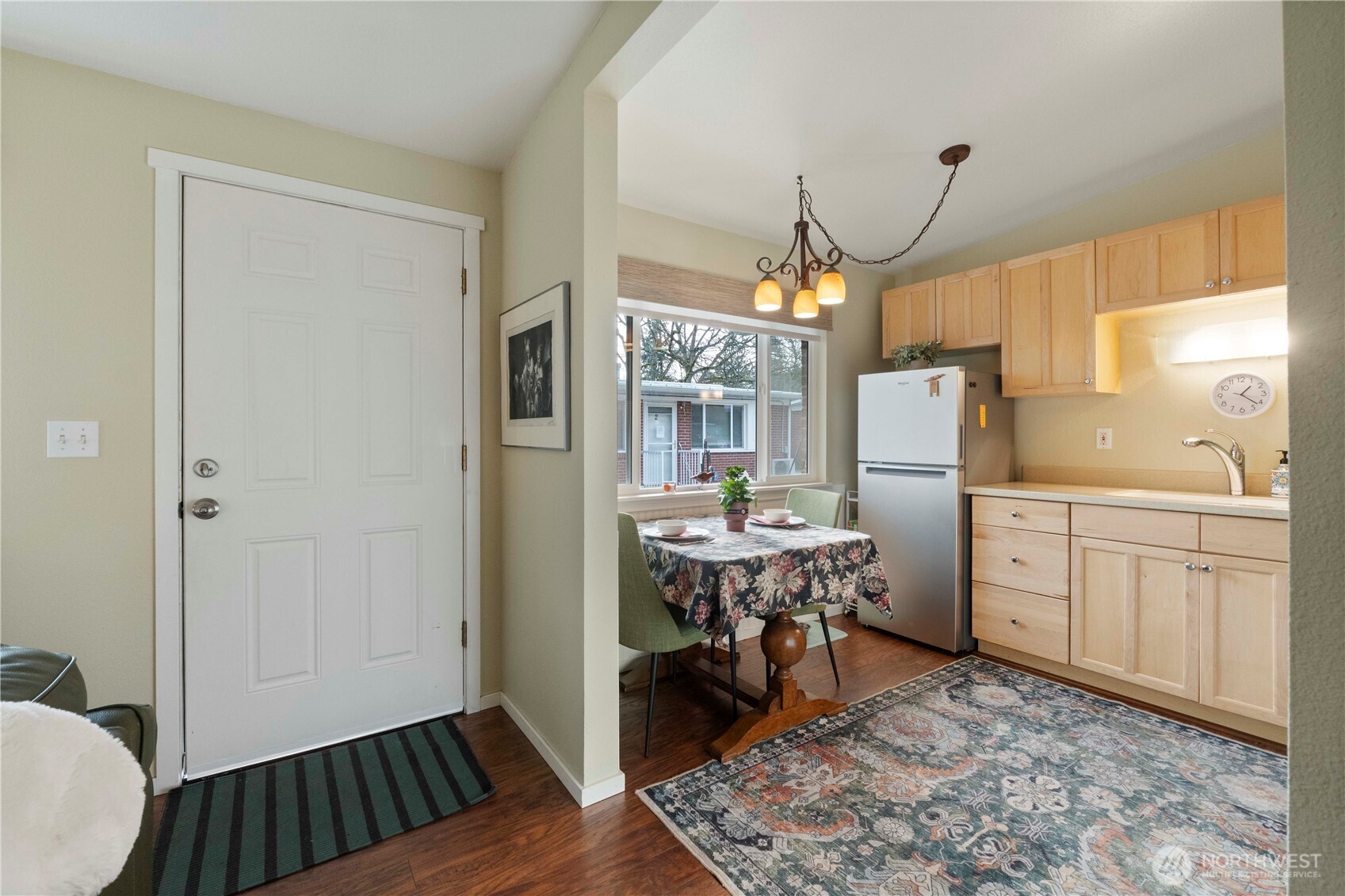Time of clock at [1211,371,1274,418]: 1:21
